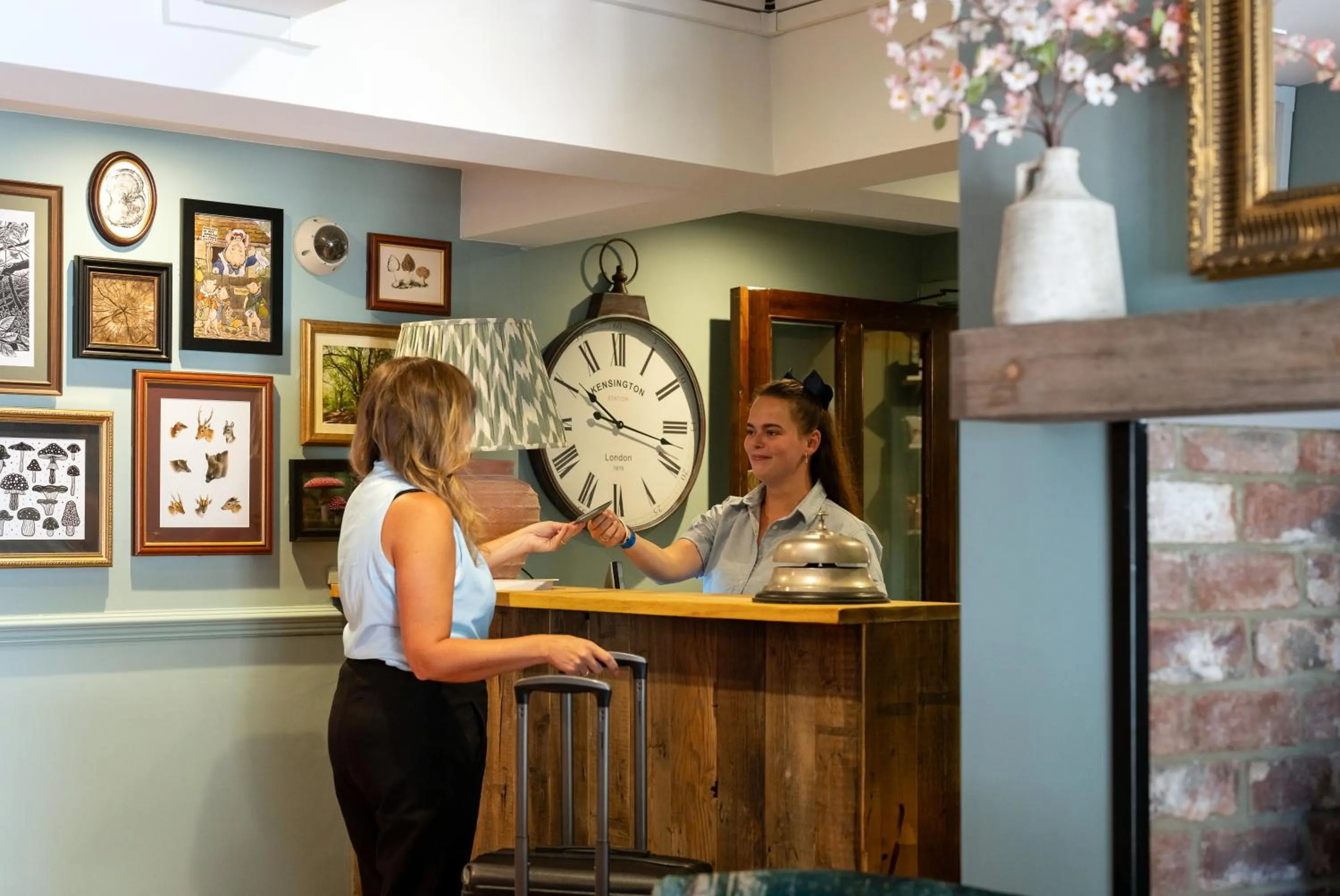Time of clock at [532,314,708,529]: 10:17
